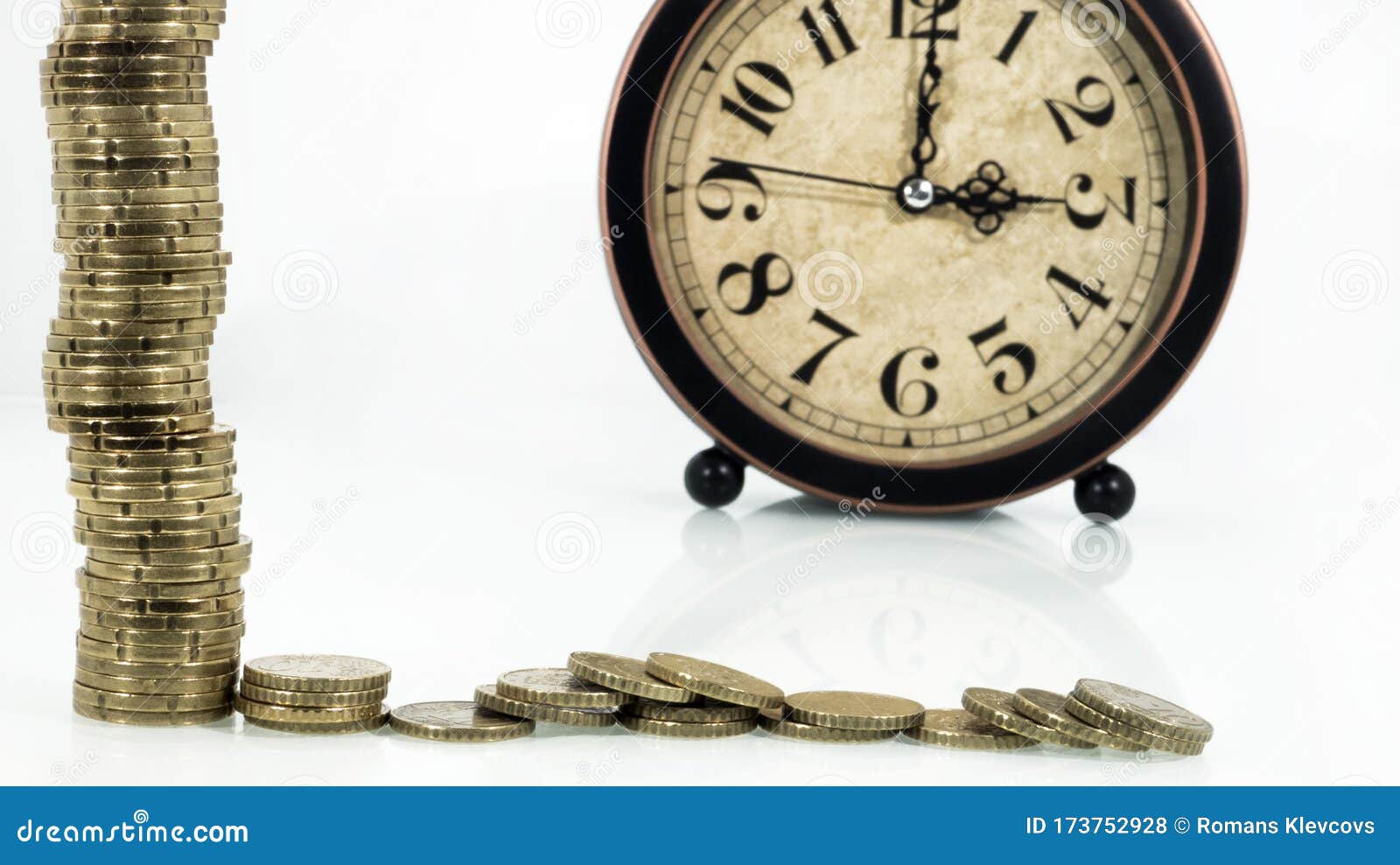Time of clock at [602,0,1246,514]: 3:00
